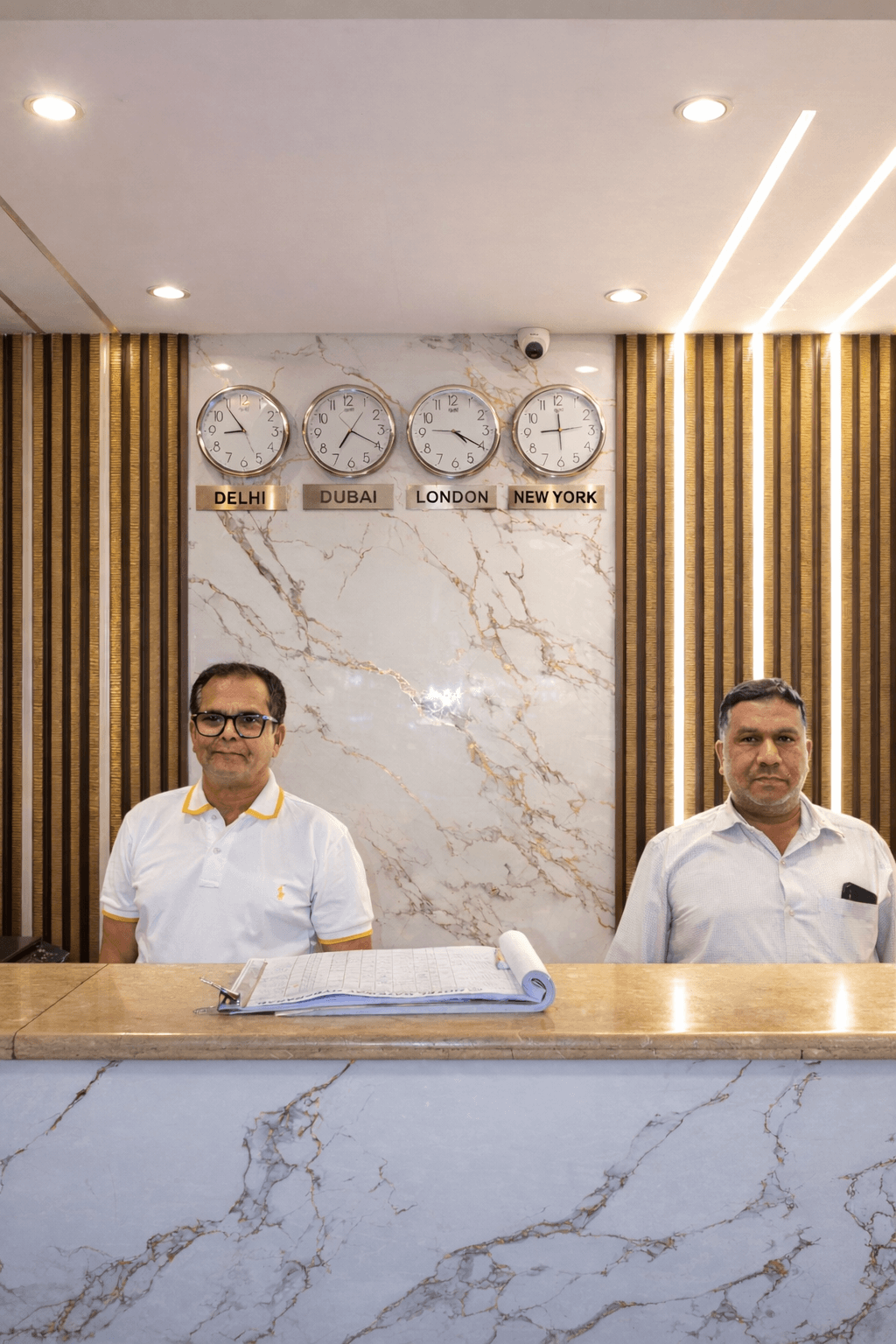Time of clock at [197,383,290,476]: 8:54
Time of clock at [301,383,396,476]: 7:19
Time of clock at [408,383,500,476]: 4:20
